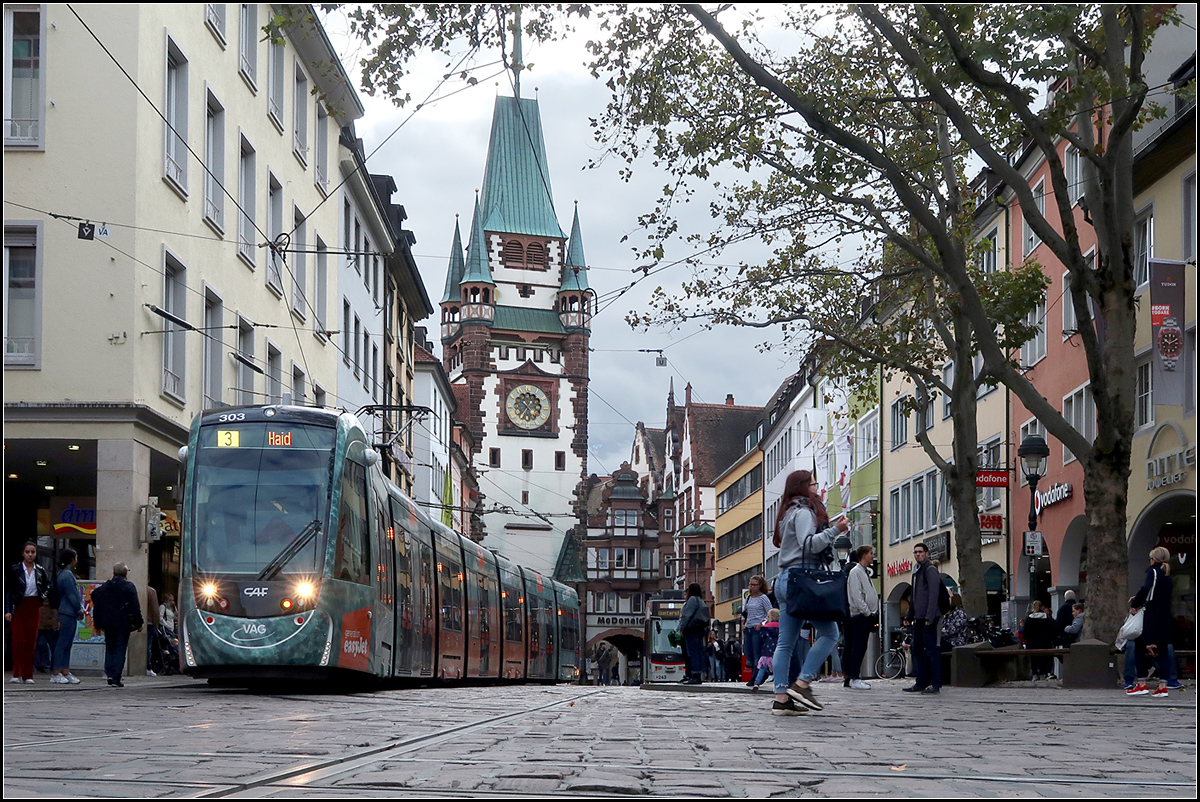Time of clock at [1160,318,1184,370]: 1:50
